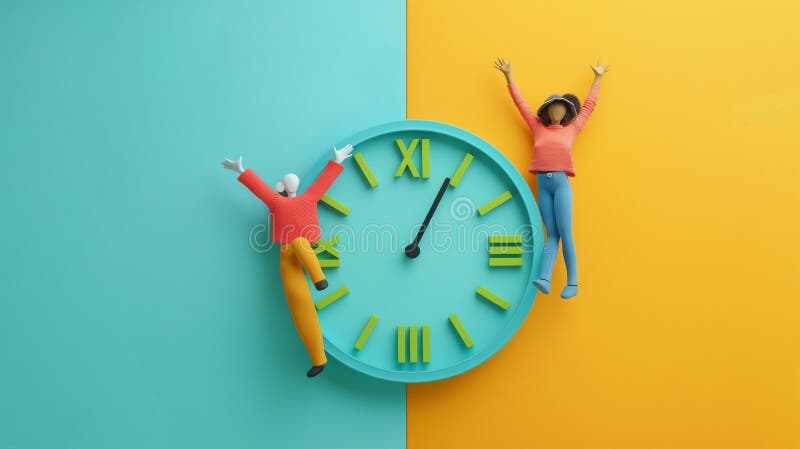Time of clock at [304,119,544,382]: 1:04
